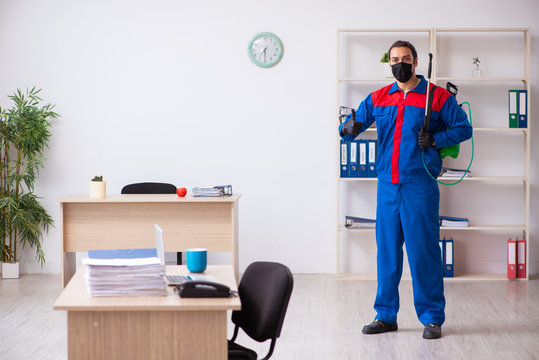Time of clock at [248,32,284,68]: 7:30
